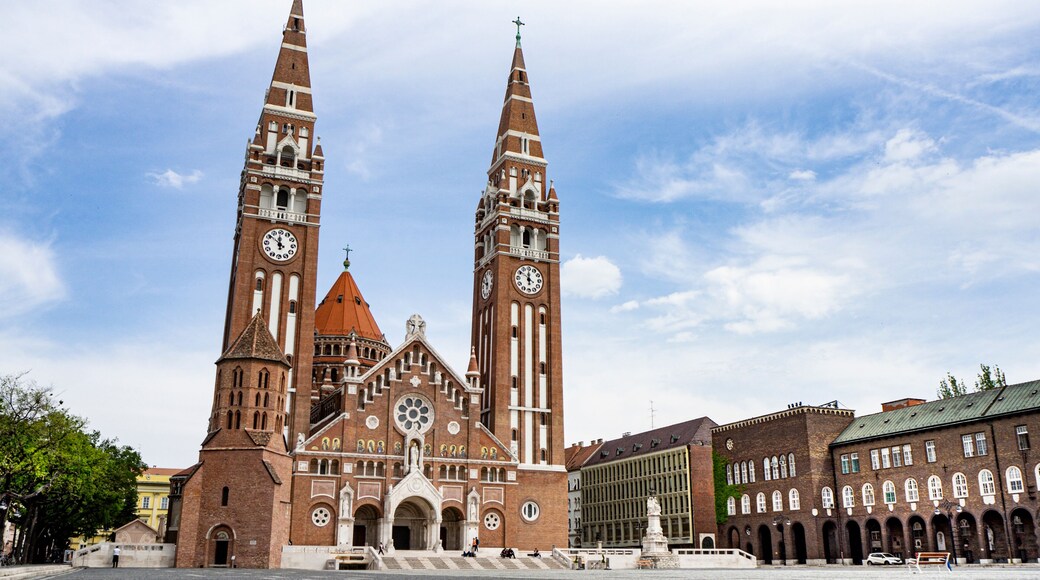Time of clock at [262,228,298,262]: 11:51
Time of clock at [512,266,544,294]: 11:50
